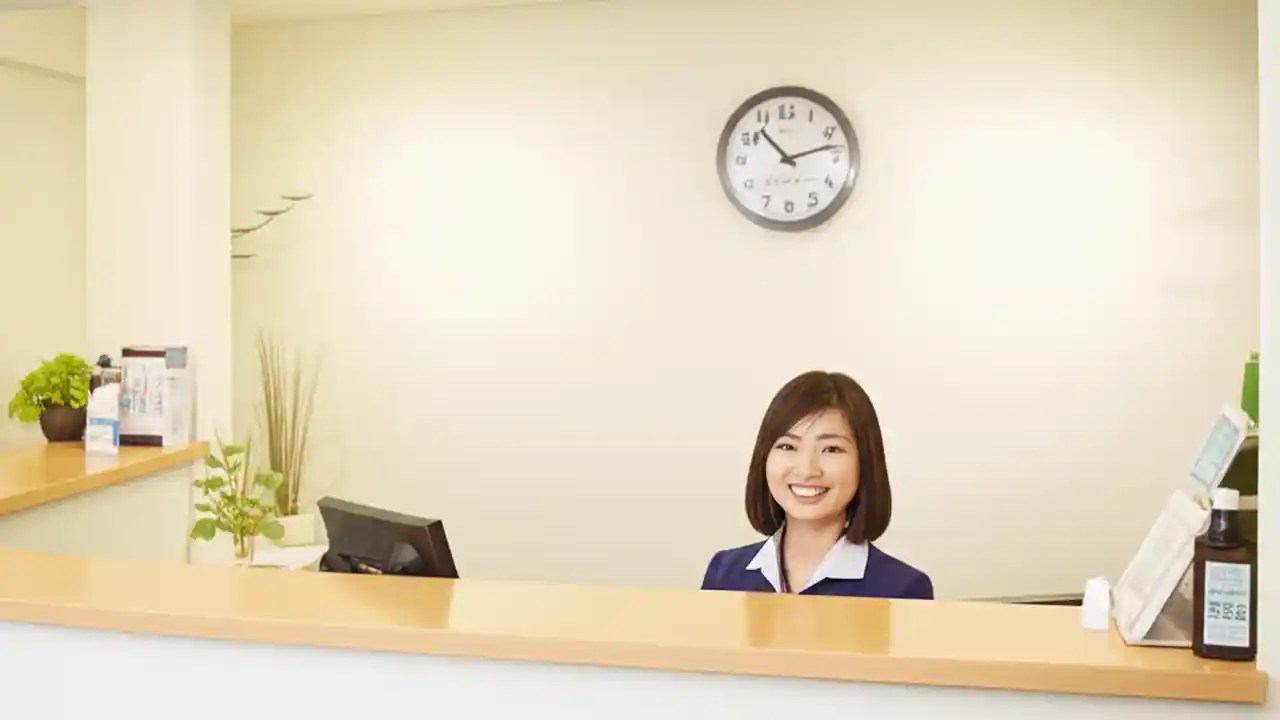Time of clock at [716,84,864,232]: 10:12
